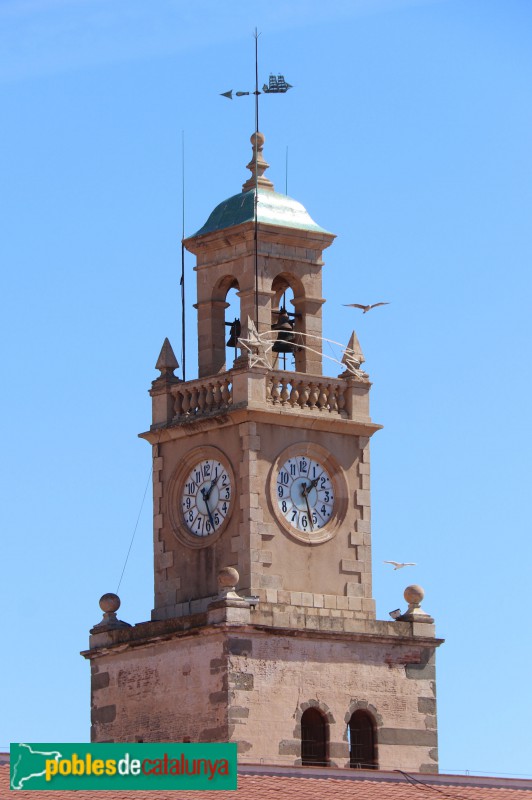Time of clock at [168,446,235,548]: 1:26
